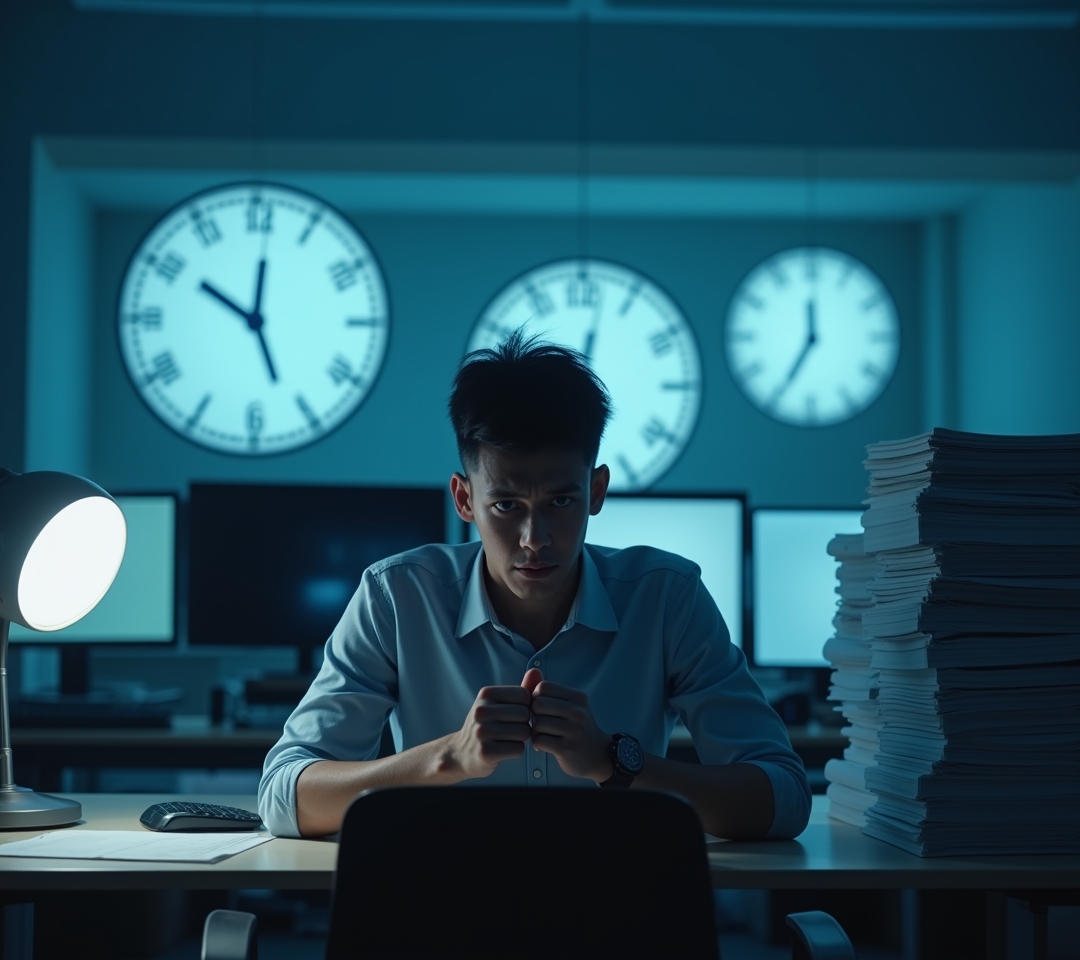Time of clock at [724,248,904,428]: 11:34
